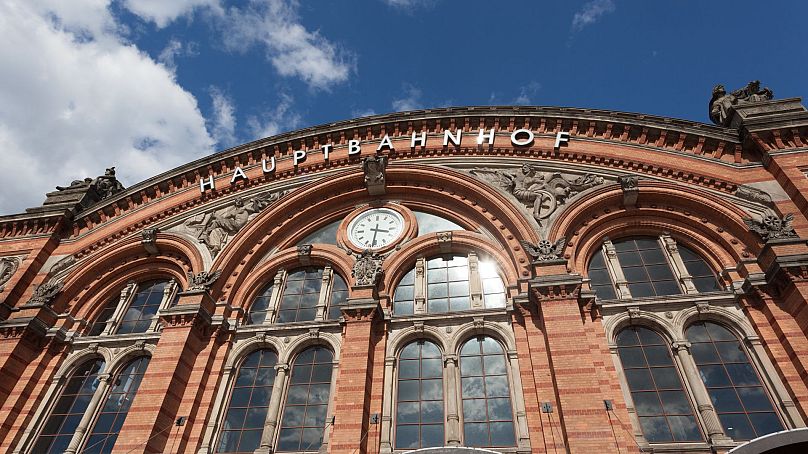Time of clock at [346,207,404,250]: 3:31
